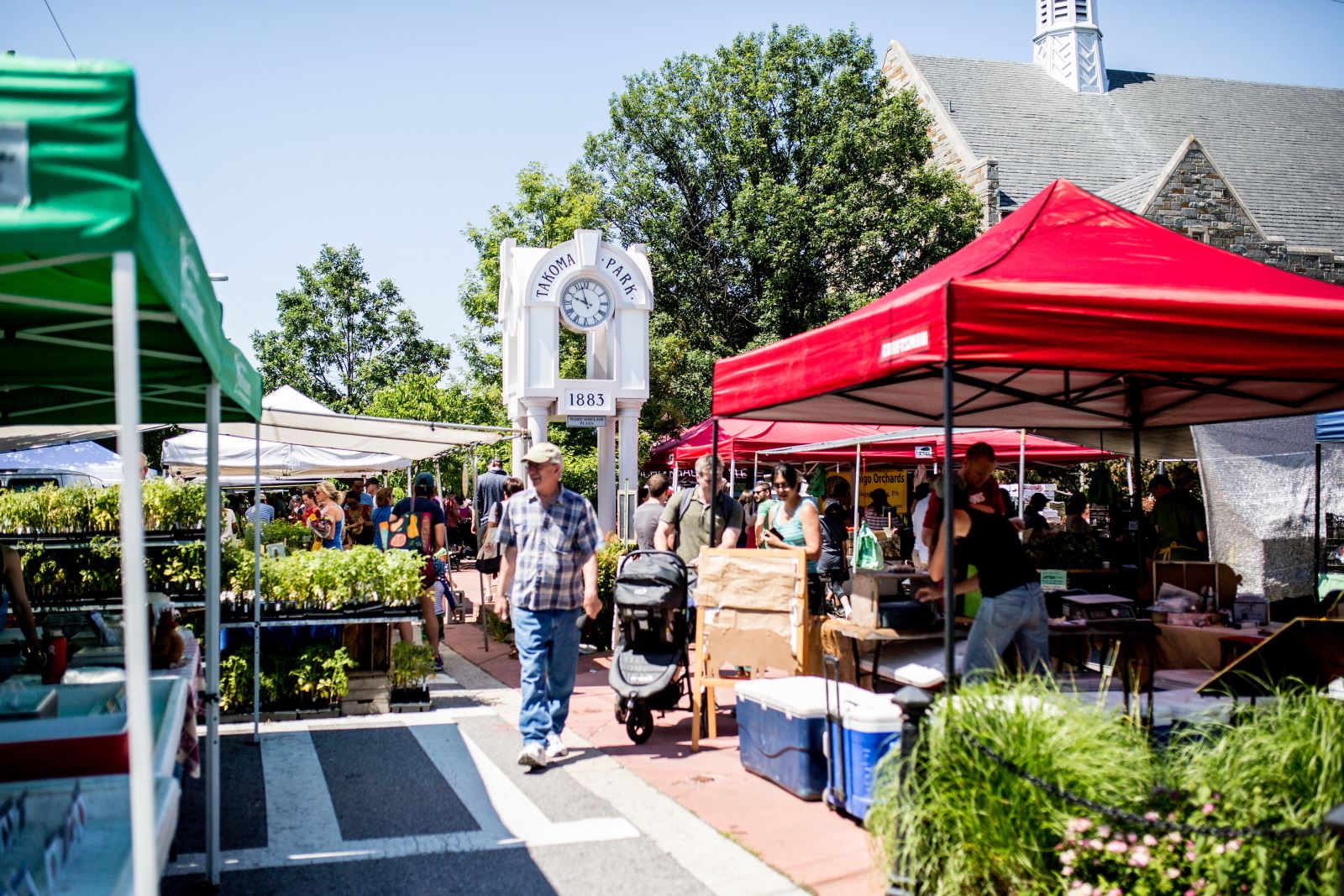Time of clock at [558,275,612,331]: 9:57
